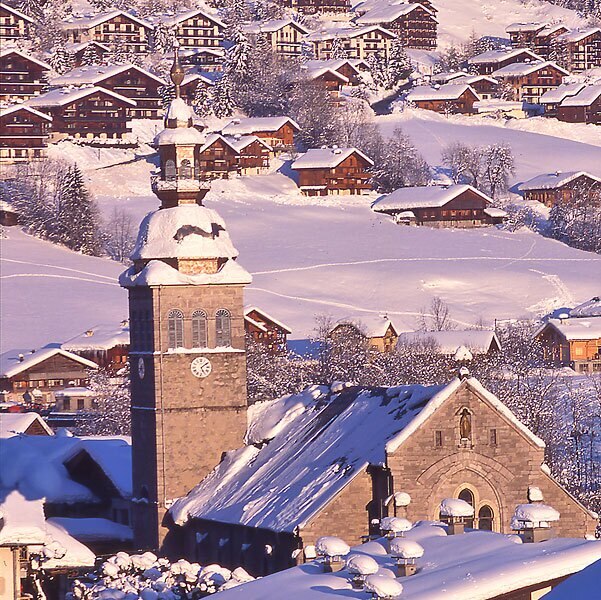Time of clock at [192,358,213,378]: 5:08
